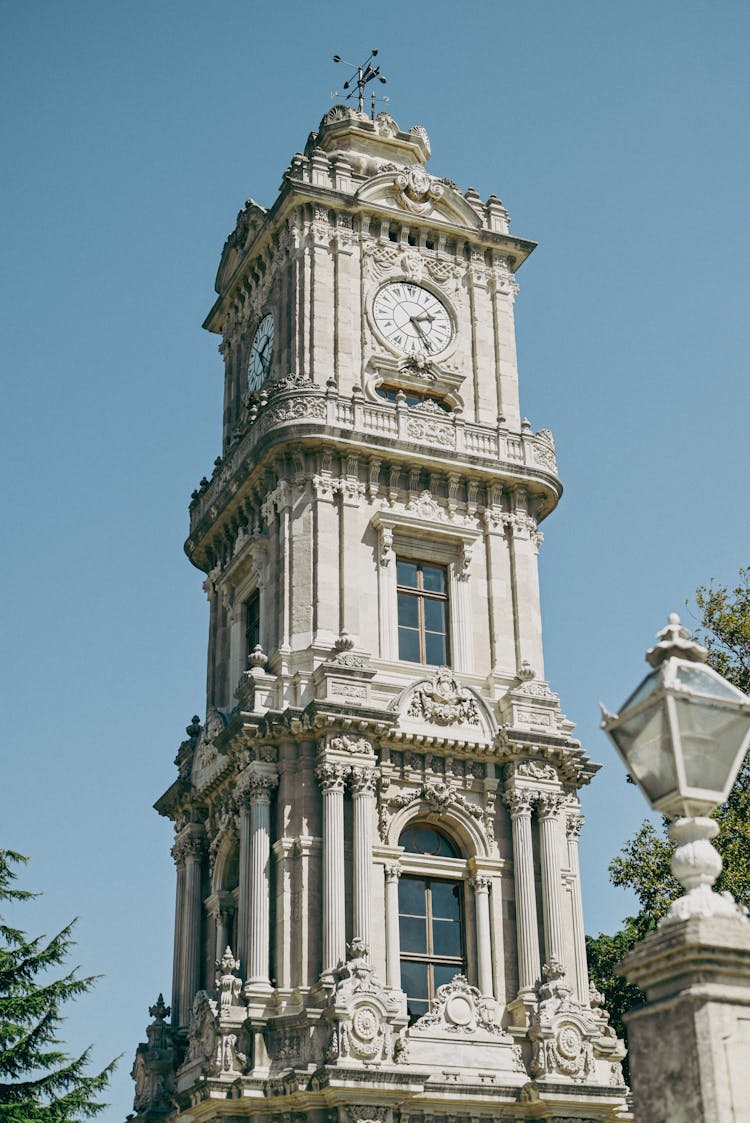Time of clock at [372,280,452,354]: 2:25
